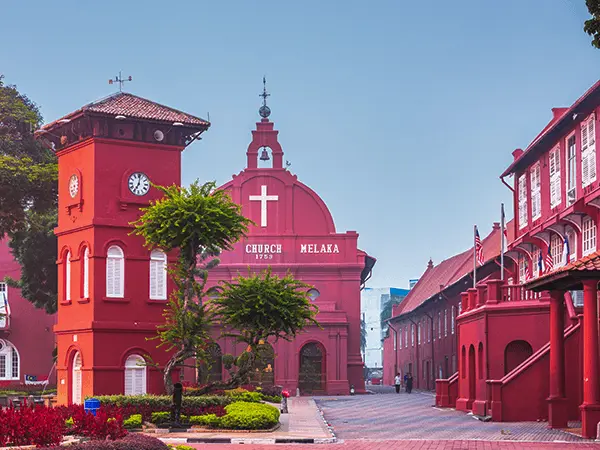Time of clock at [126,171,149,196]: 7:01
